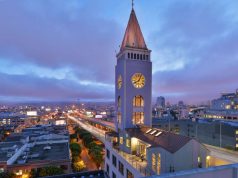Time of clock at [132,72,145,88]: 8:04
